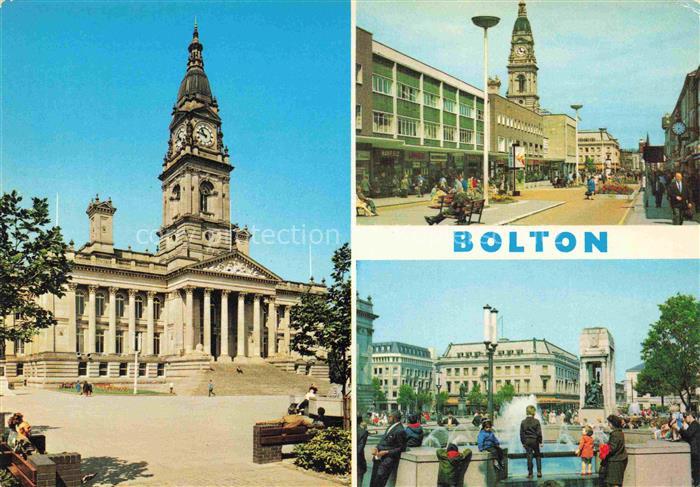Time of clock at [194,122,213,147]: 10:47
